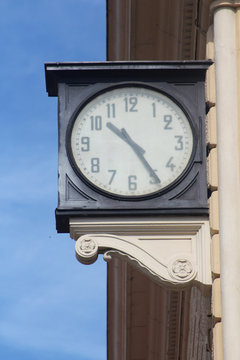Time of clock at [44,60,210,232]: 10:24
